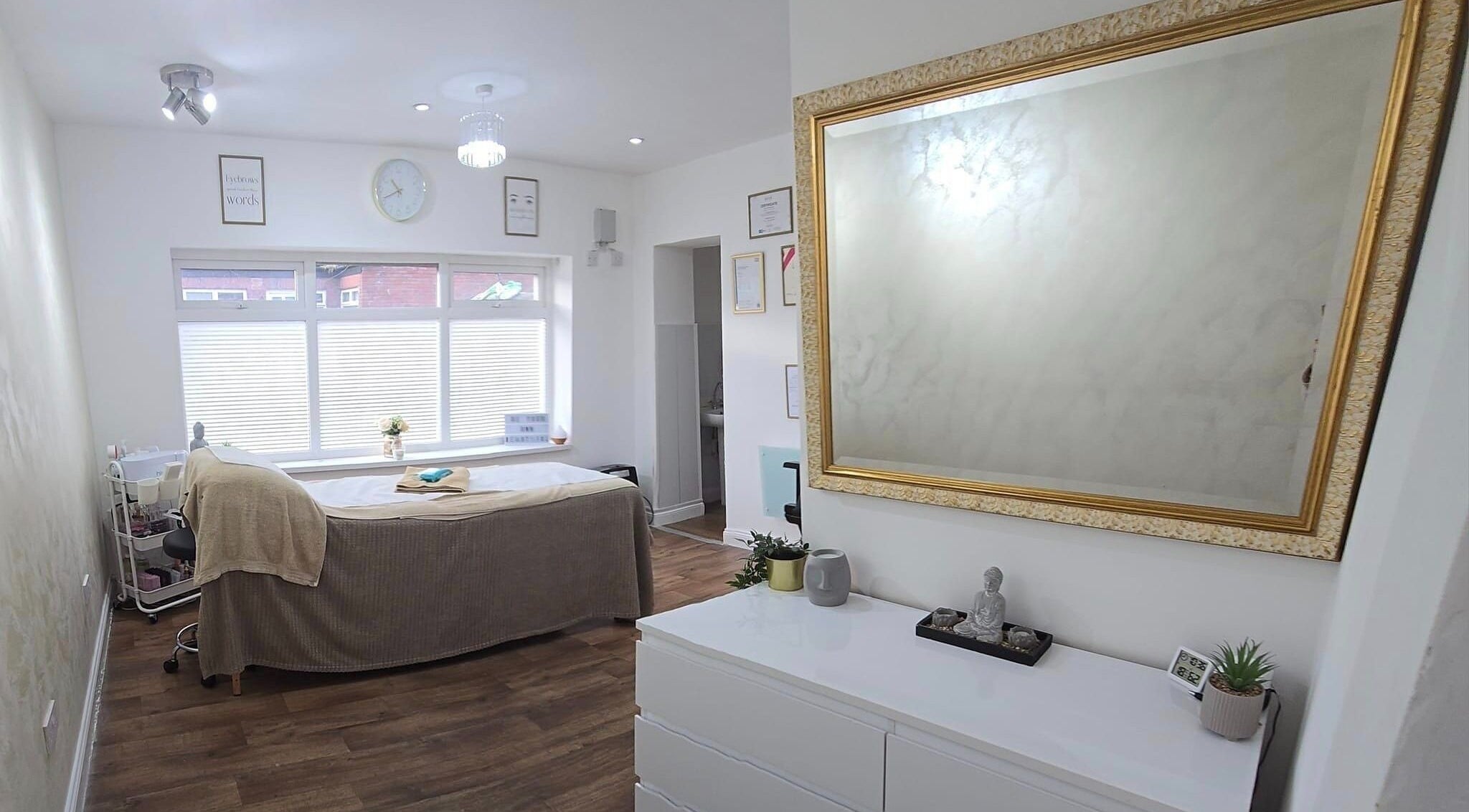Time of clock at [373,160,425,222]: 10:41
